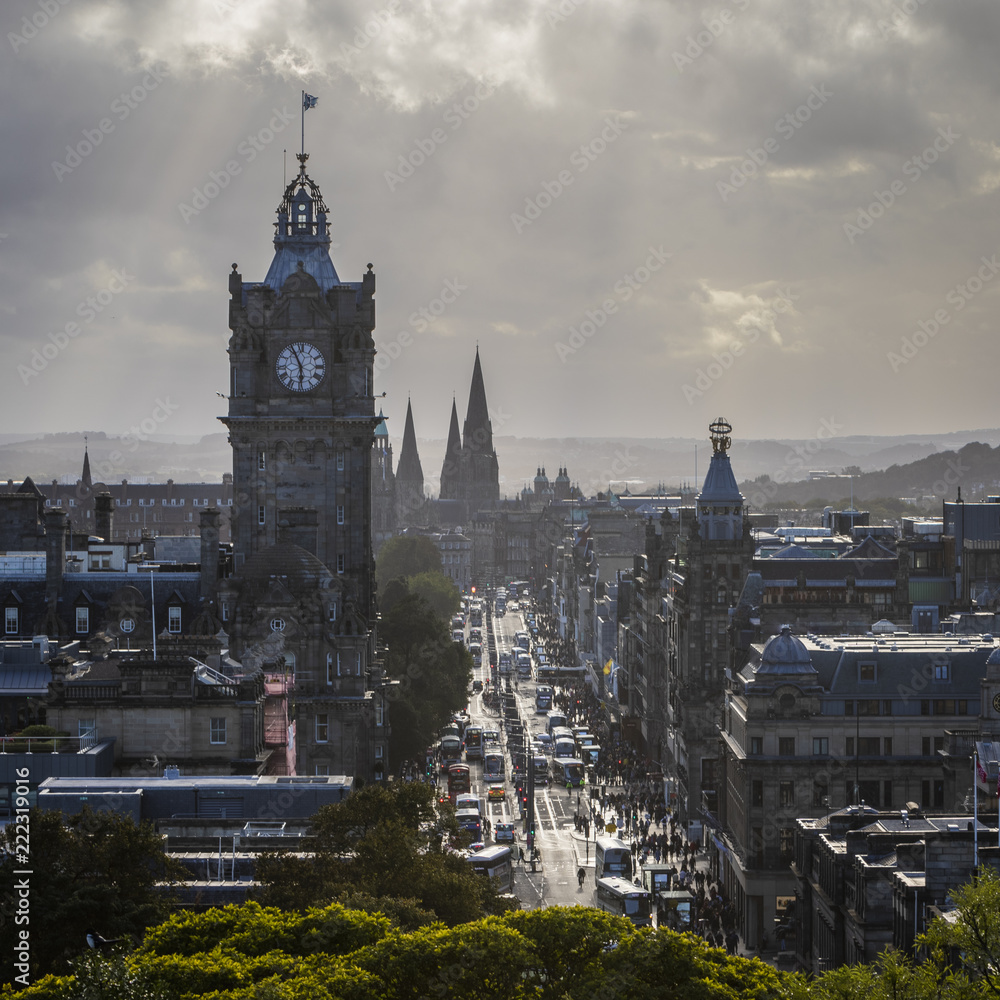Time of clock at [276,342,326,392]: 5:55
